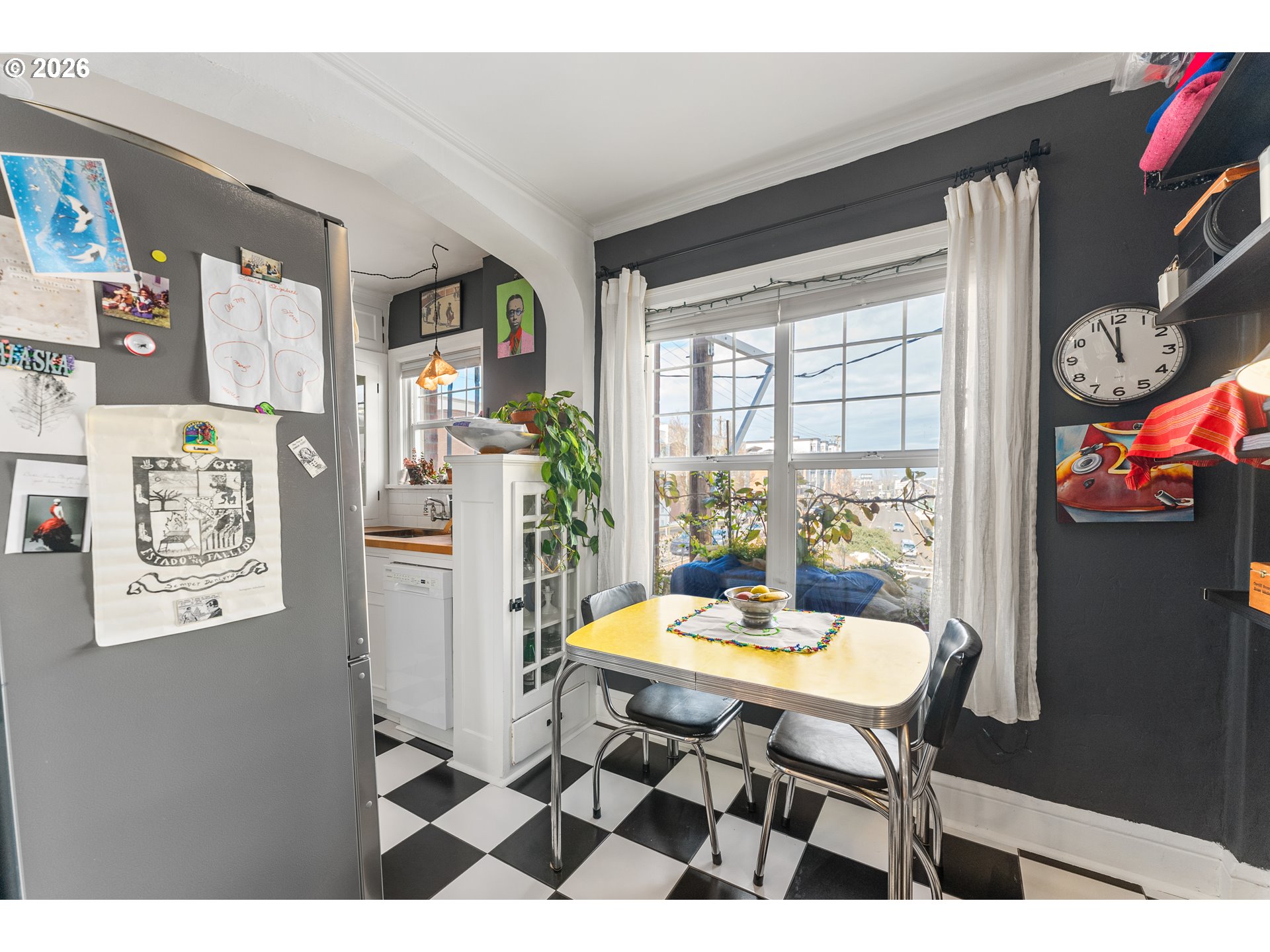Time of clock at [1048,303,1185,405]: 11:56
